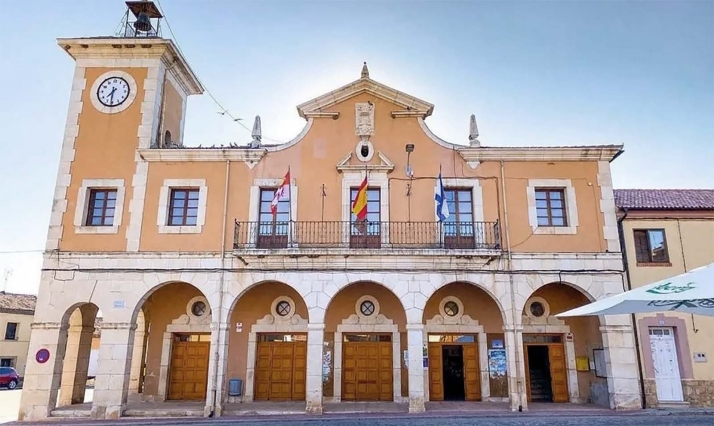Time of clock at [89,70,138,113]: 7:30
